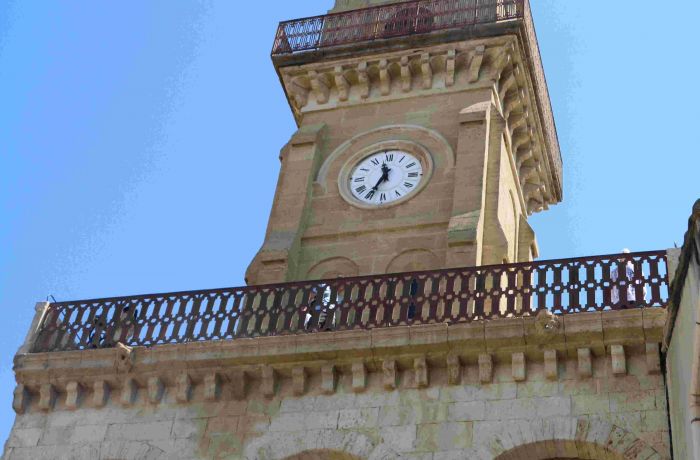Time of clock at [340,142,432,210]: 11:34
